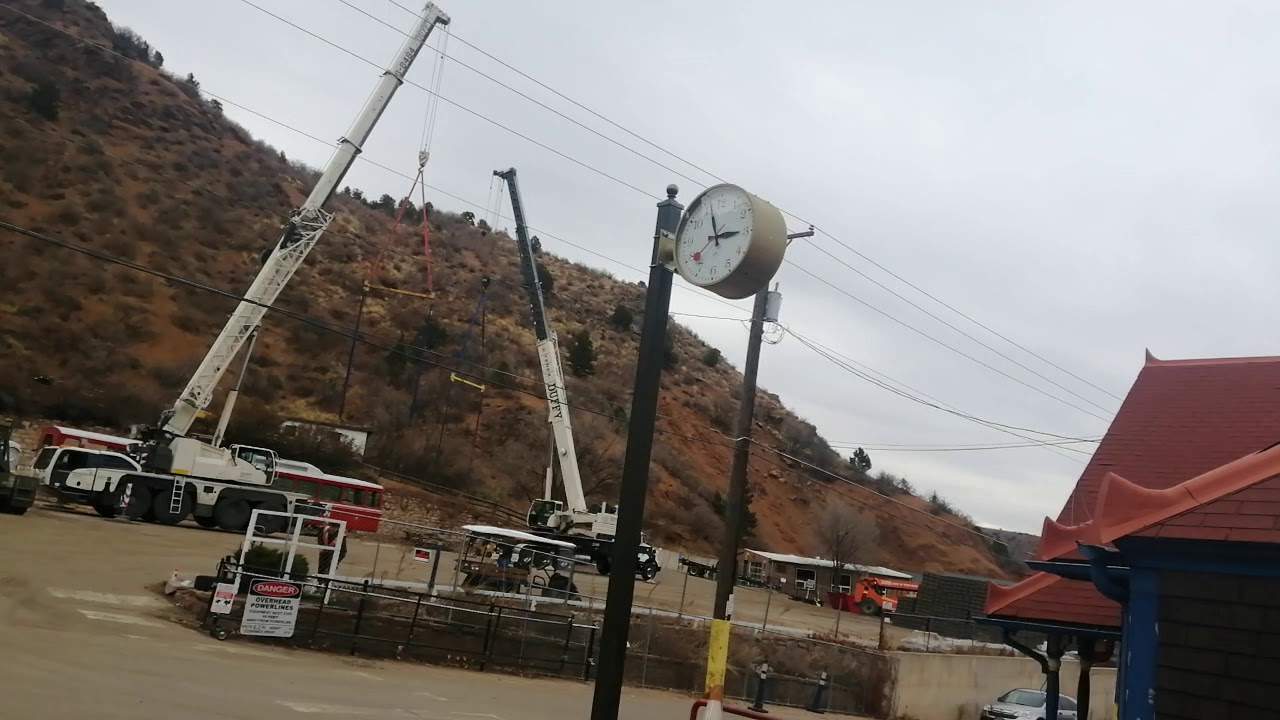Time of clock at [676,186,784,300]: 2:56
